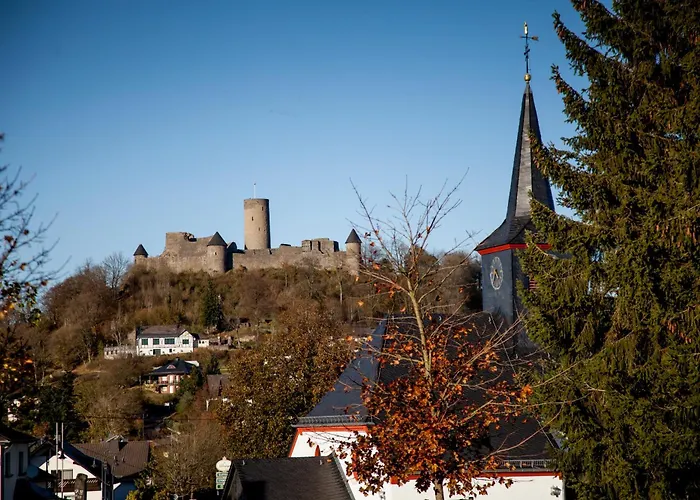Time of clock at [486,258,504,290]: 4:35
